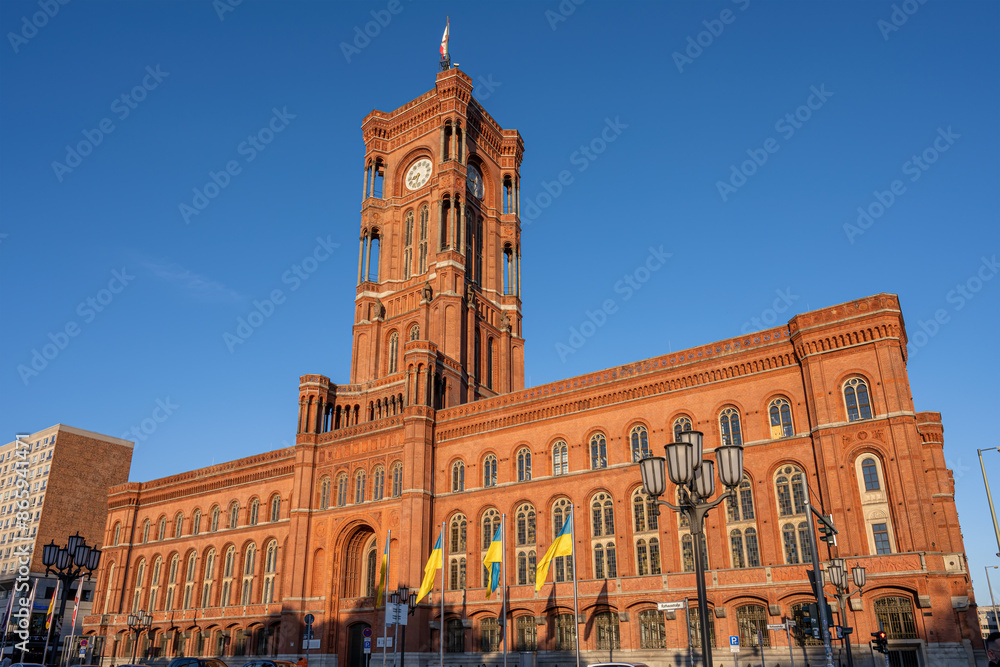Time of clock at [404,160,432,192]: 8:32
